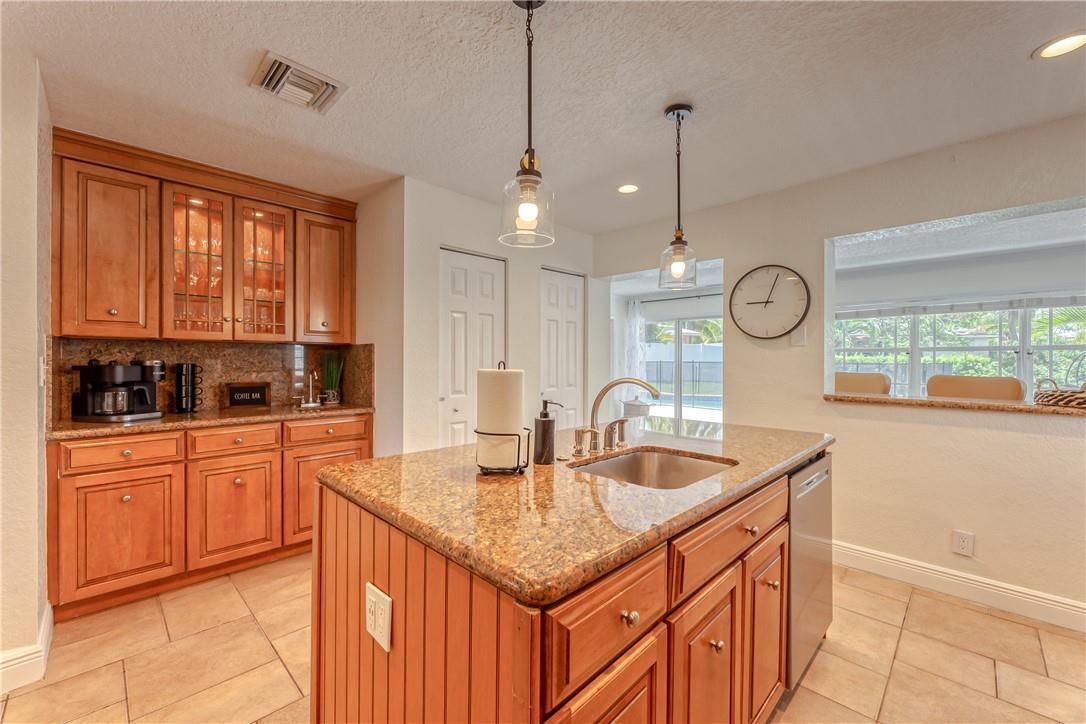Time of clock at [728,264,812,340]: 9:03
